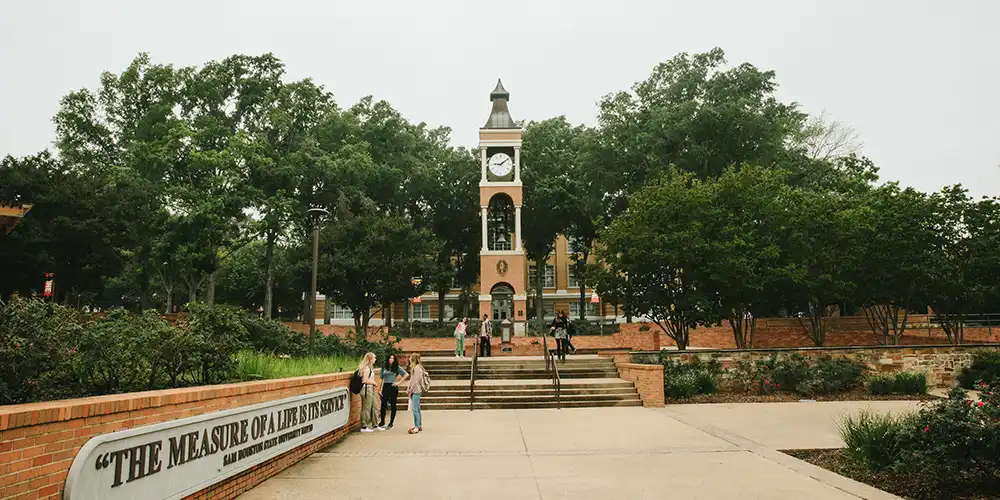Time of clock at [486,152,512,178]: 9:08
